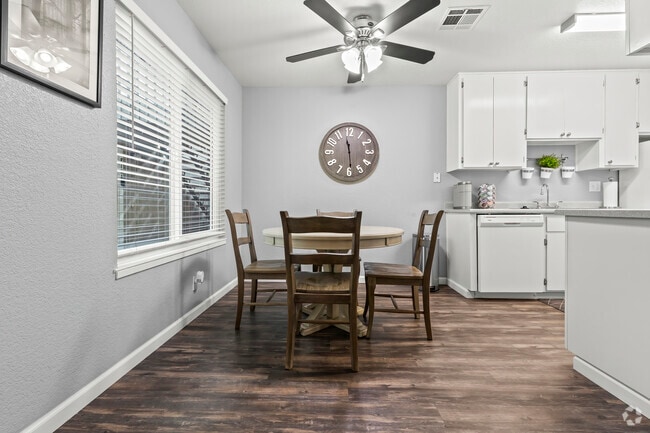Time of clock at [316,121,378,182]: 11:29
